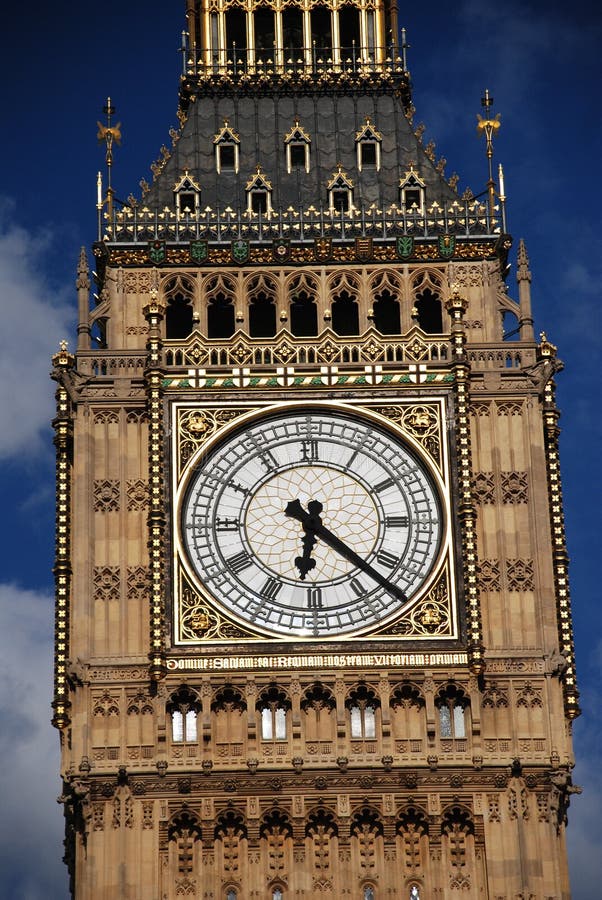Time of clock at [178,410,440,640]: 6:22
